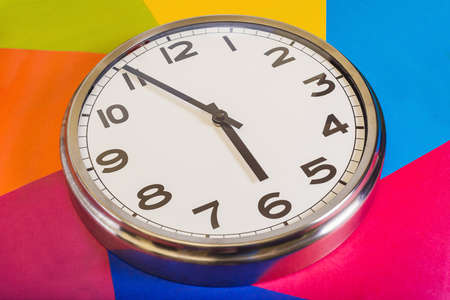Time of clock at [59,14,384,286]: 5:55
